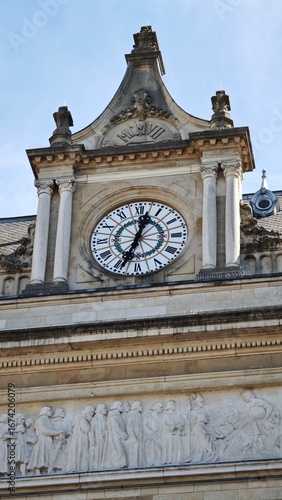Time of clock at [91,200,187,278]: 12:33
